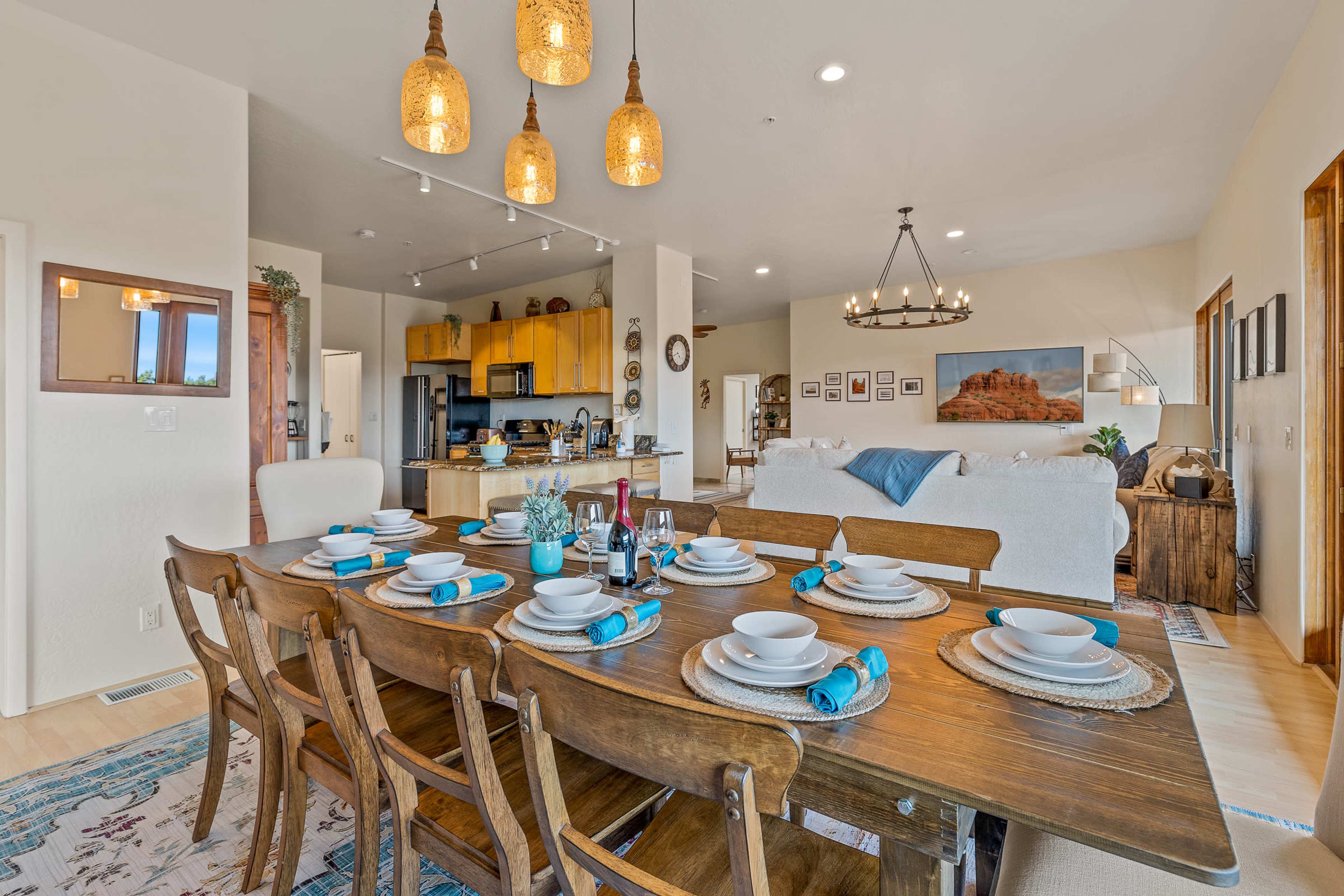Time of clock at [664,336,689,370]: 4:42
